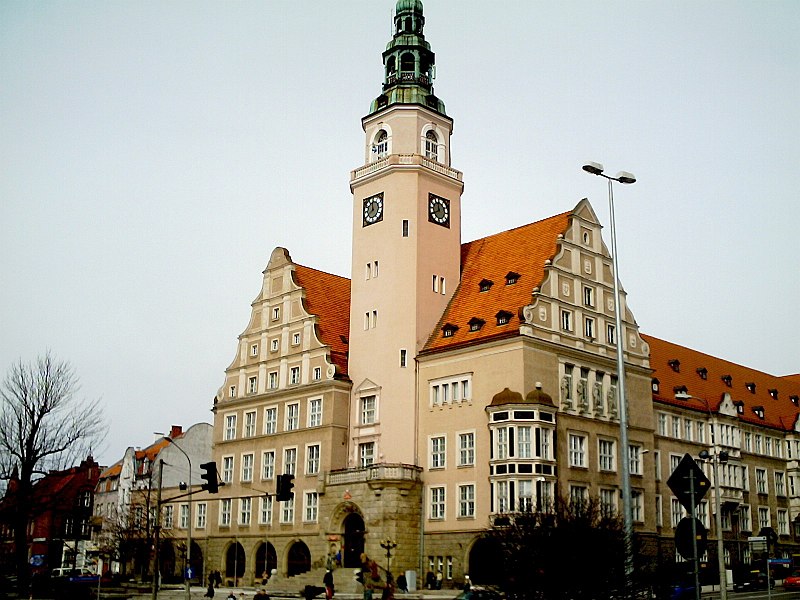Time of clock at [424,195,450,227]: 11:40
